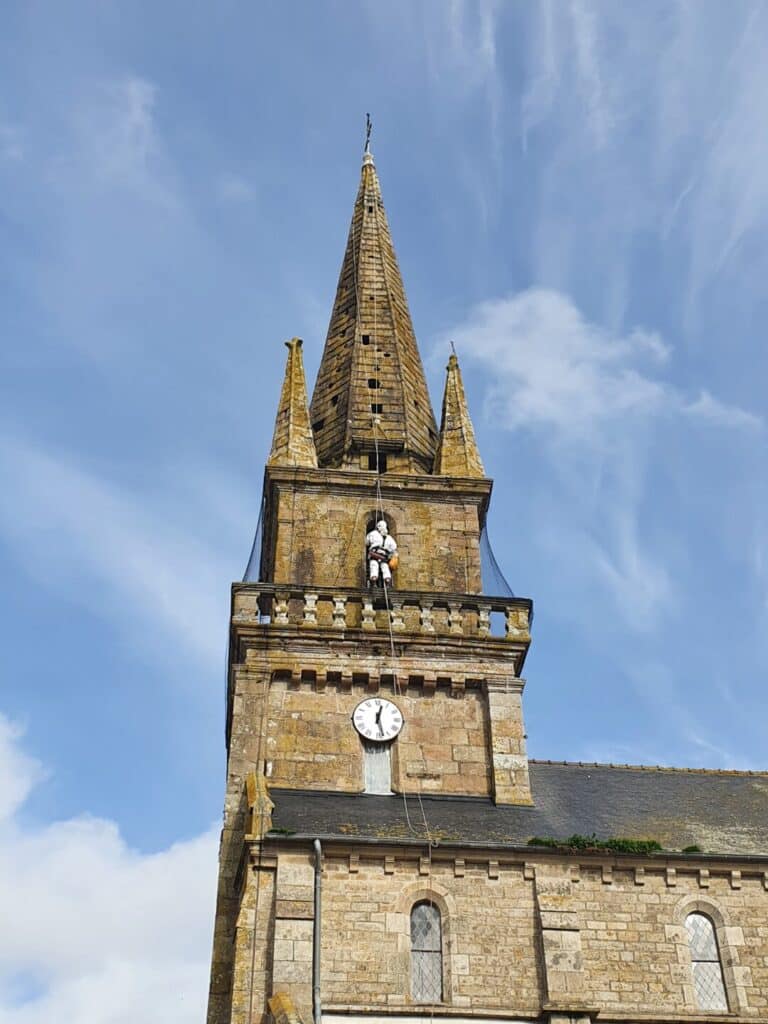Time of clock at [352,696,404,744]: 12:27
